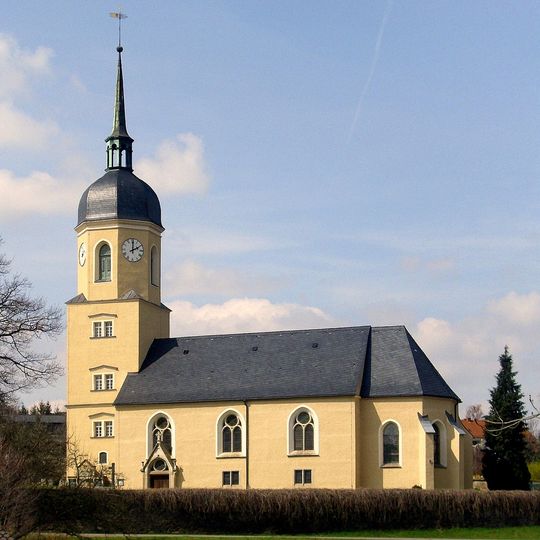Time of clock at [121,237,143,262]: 2:00
